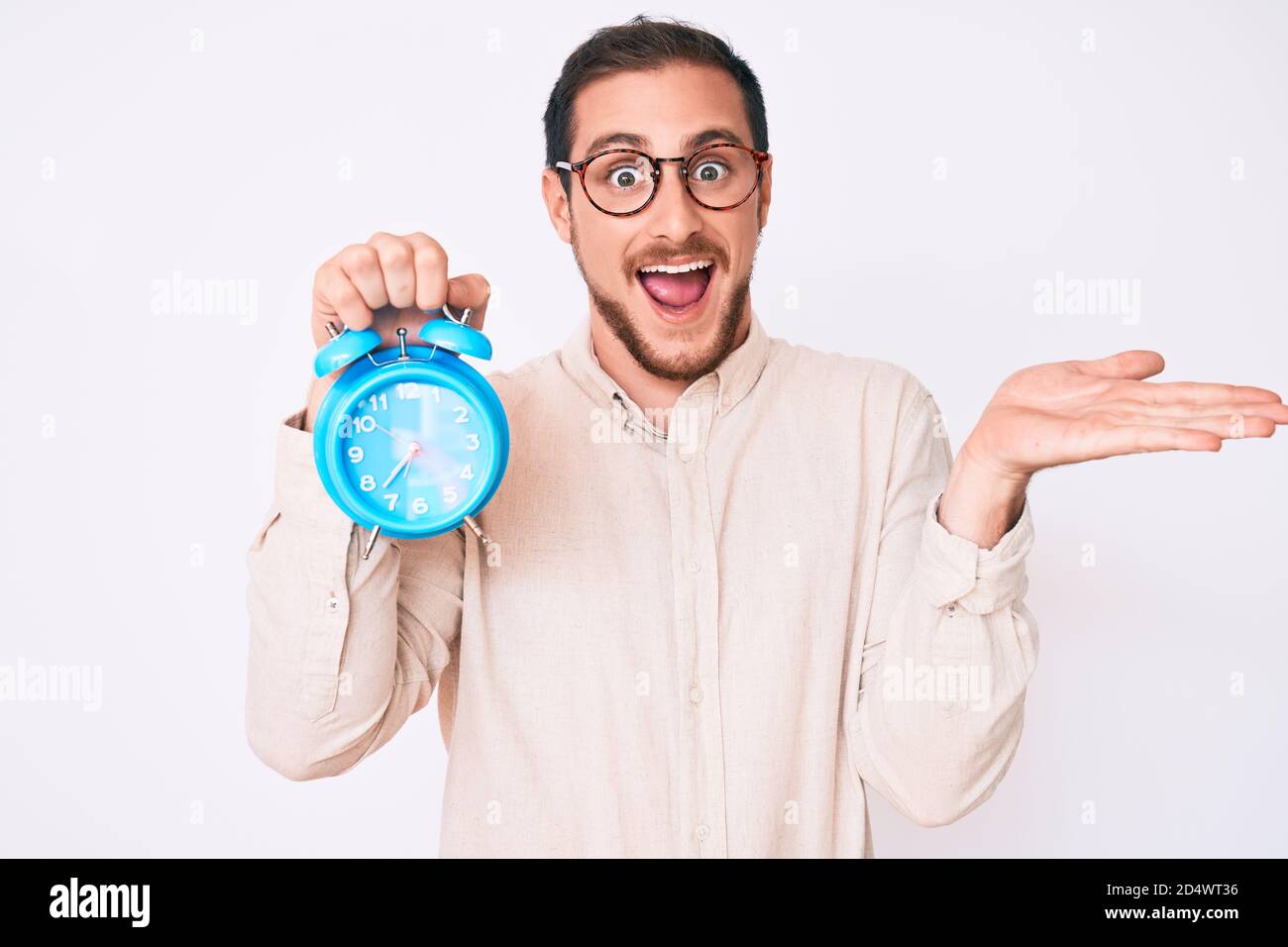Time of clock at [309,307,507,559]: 7:37
